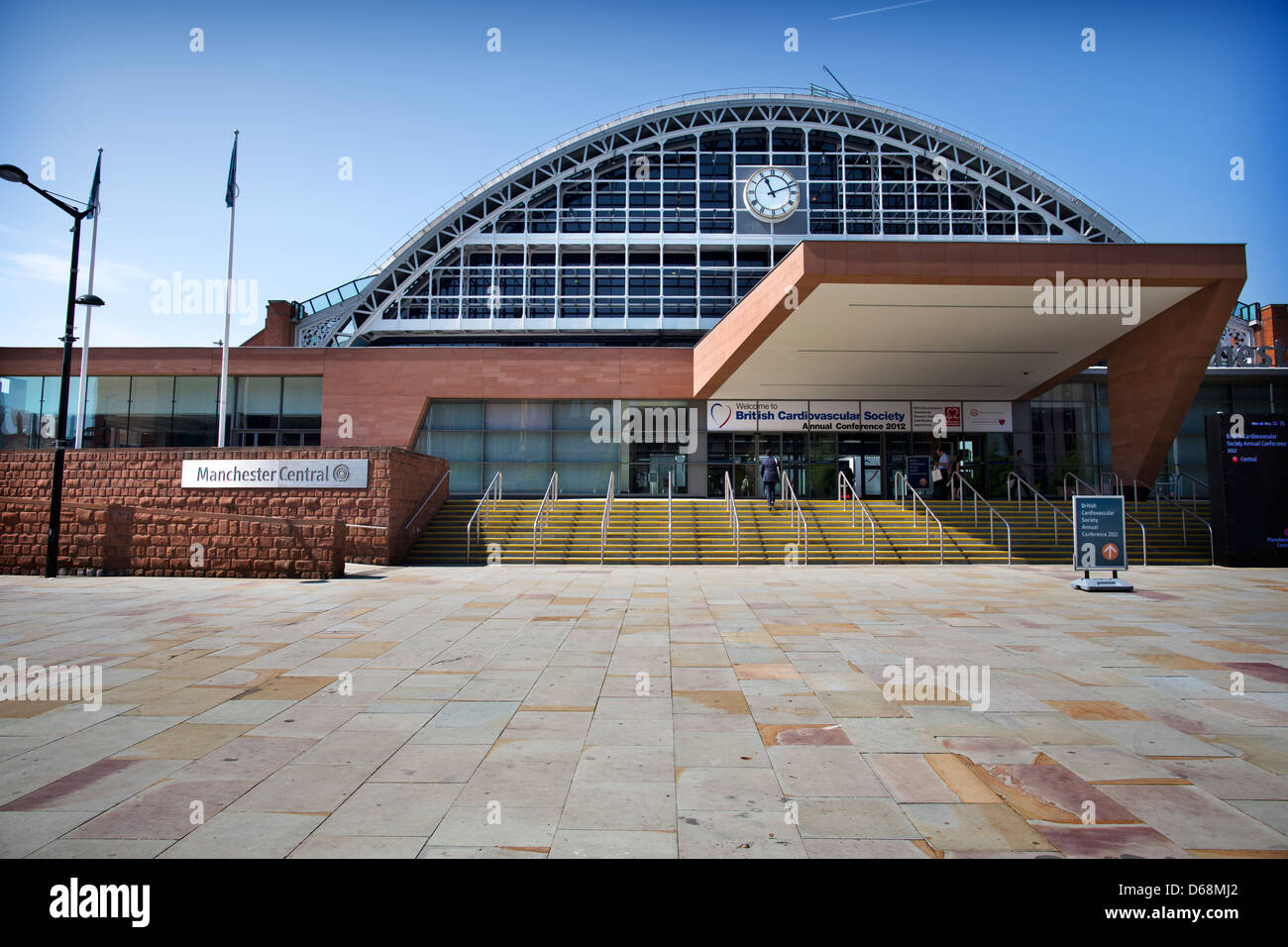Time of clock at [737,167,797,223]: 11:11
